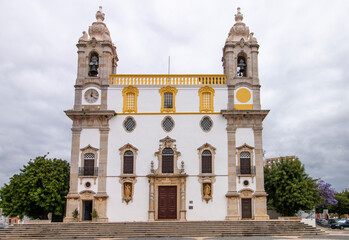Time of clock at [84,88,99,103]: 12:21
